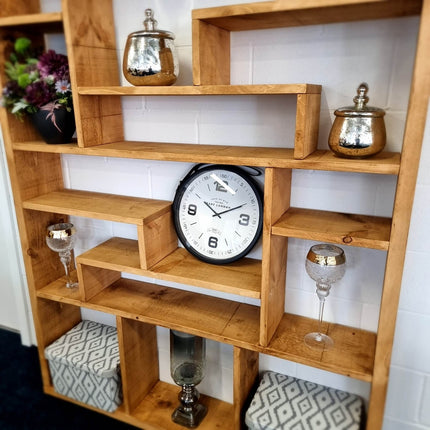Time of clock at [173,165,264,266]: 10:10
